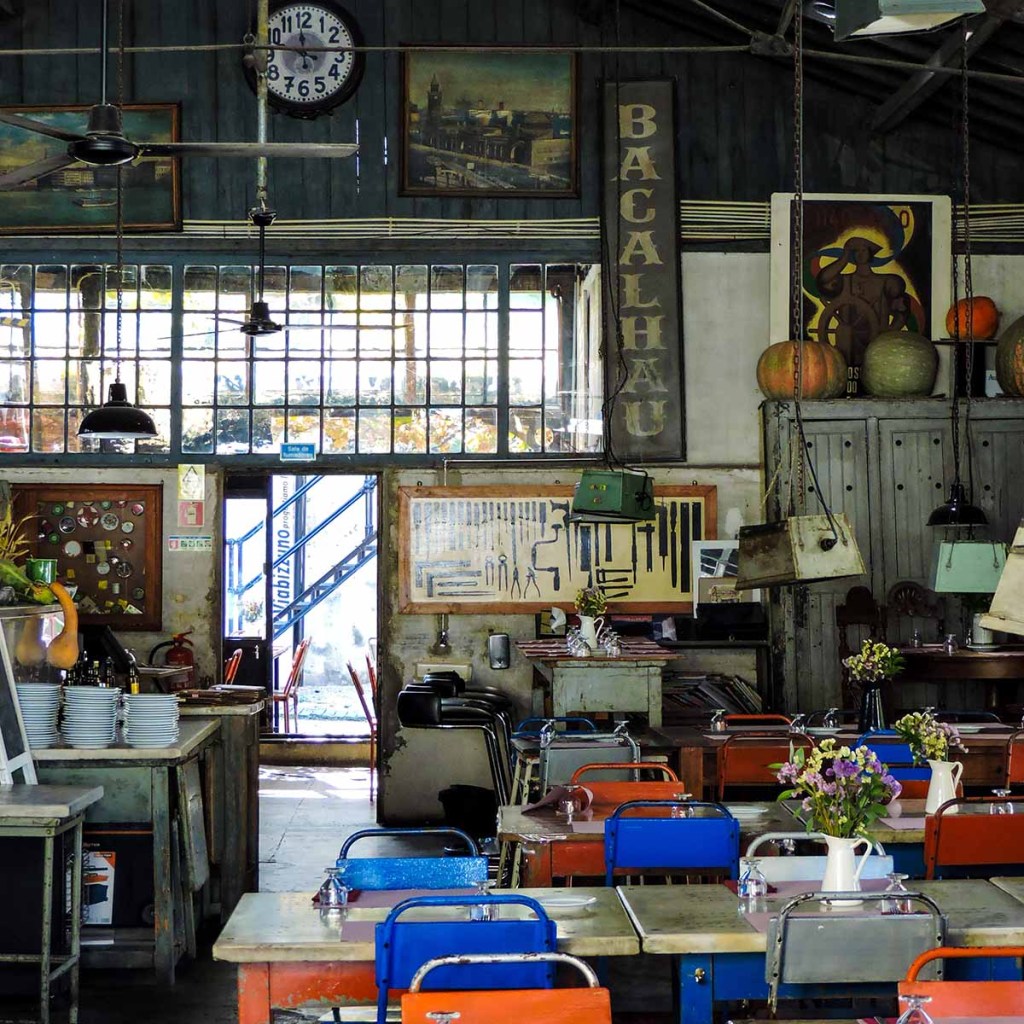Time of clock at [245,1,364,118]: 11:46
